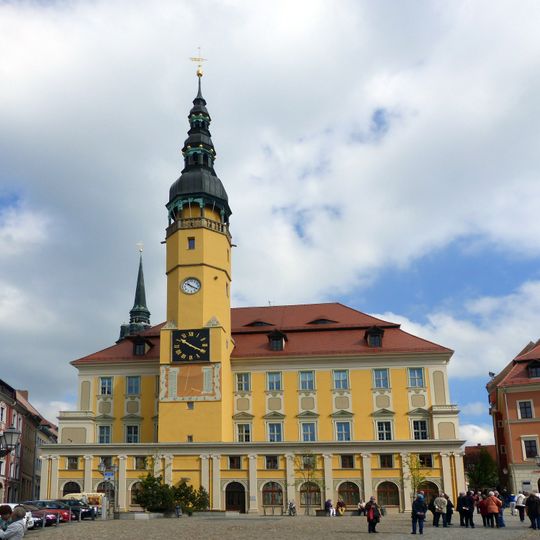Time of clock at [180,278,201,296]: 10:20
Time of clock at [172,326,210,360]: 10:19
